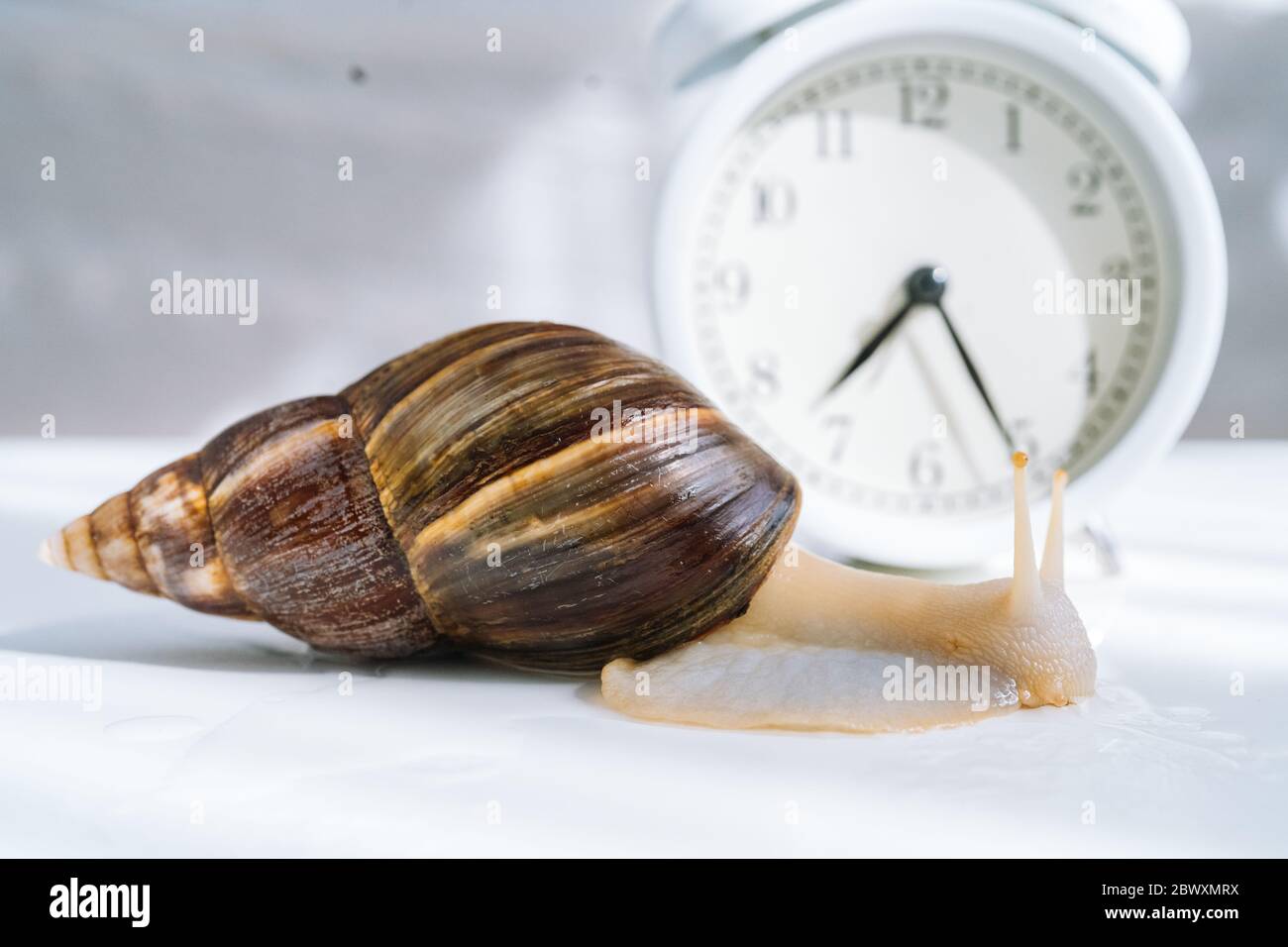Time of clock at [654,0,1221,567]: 7:25
